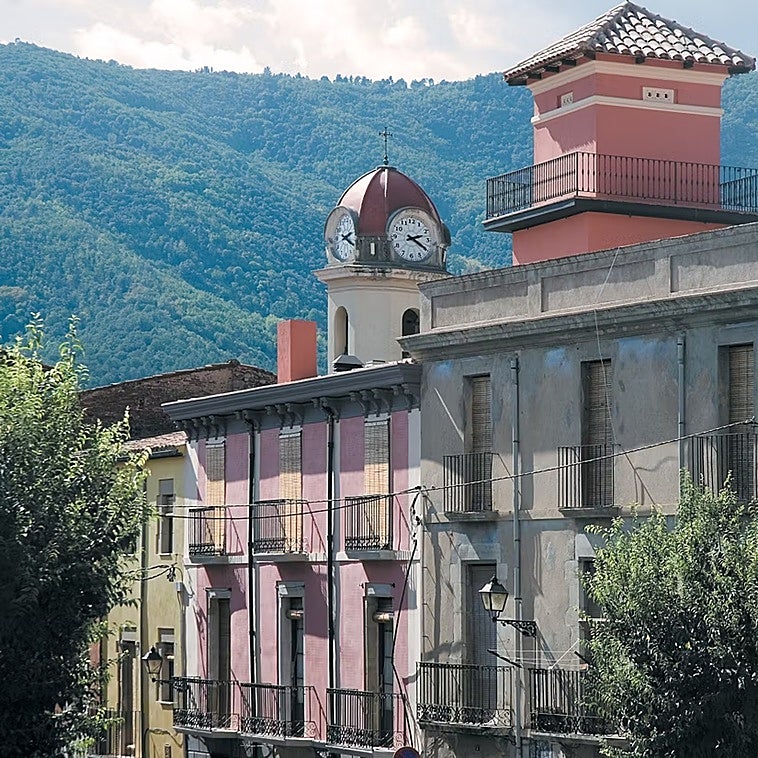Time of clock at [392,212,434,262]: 2:19
